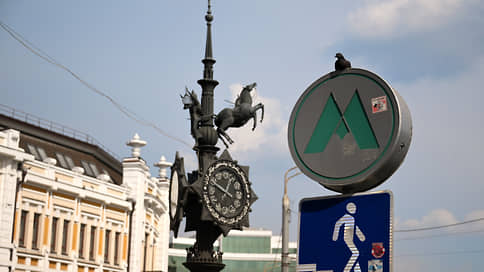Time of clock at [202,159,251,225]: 12:49
